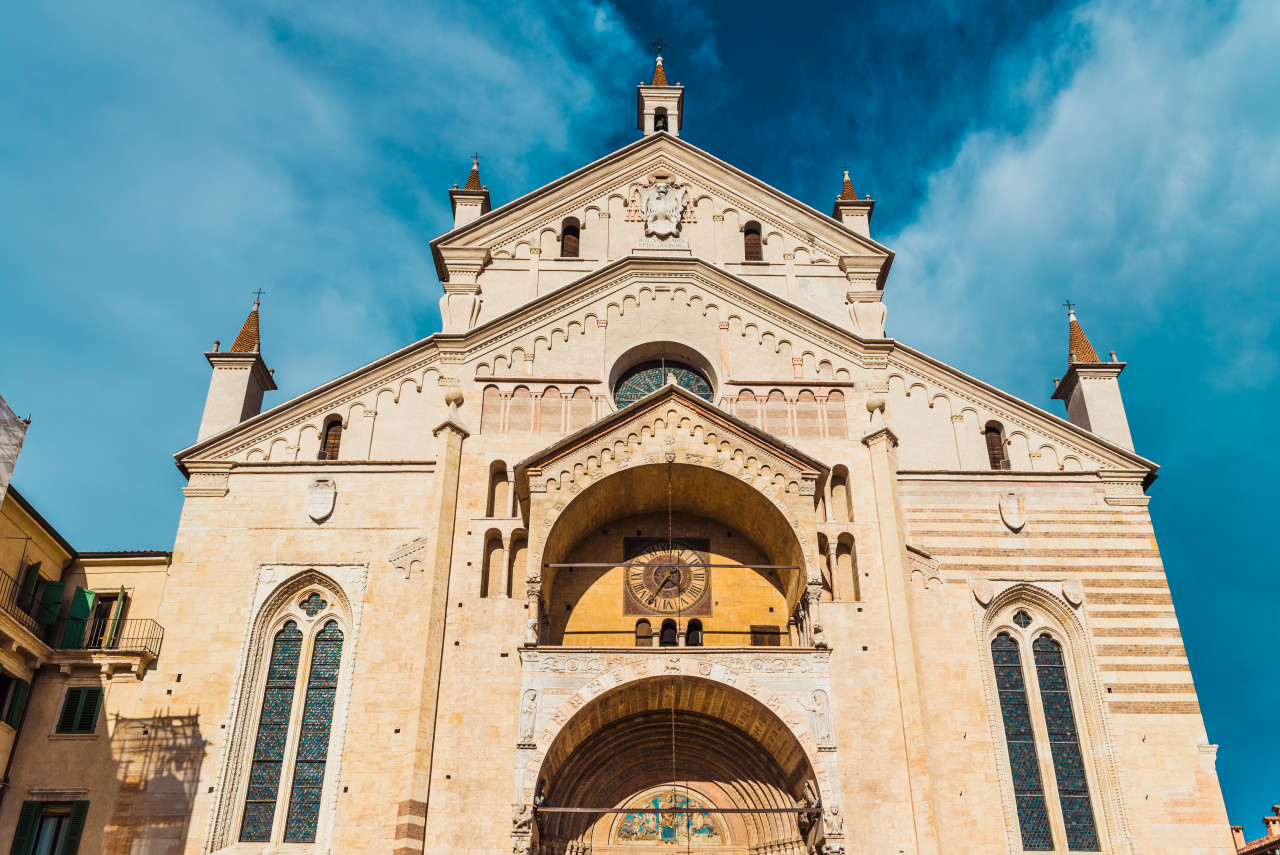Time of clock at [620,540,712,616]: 4:35
